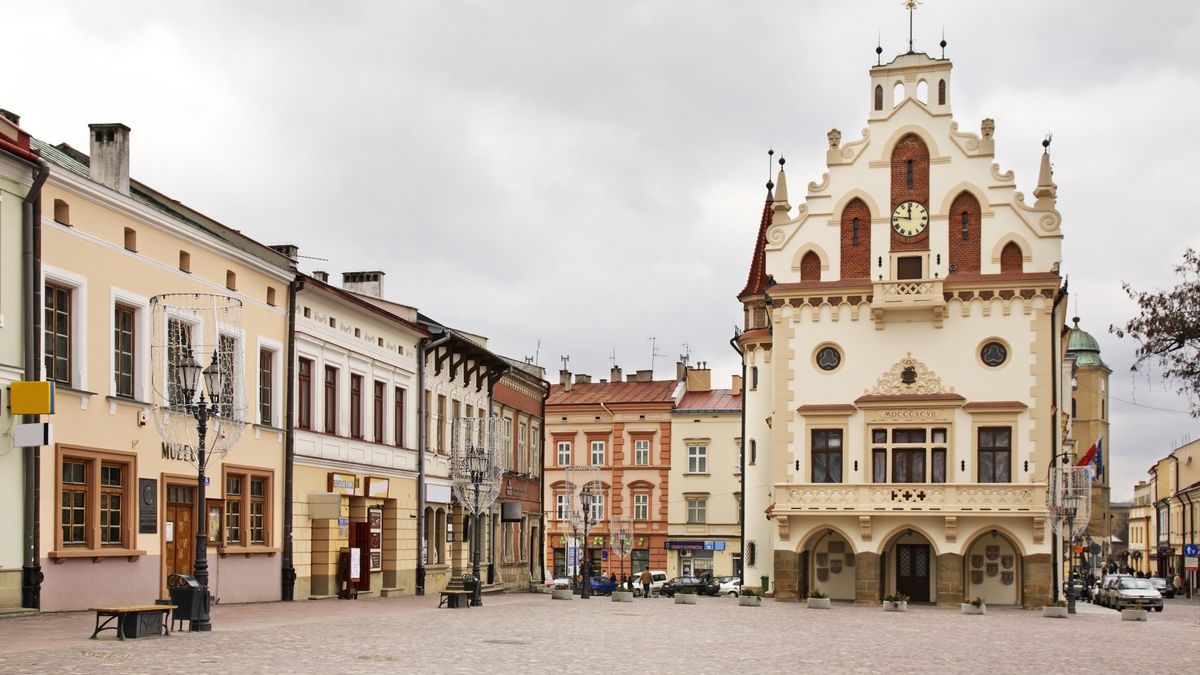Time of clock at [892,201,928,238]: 11:46
